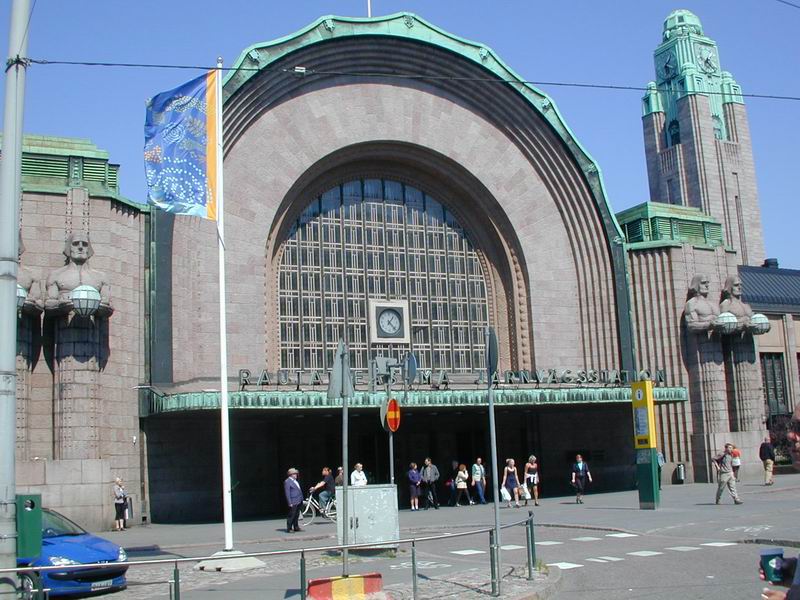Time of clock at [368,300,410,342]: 1:22
